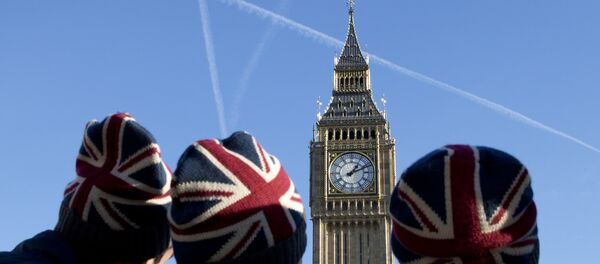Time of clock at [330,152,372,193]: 1:11
